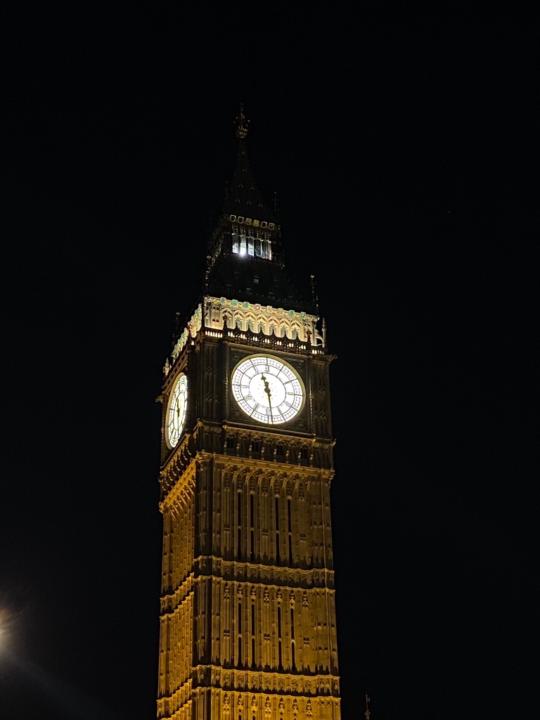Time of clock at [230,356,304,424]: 11:28
